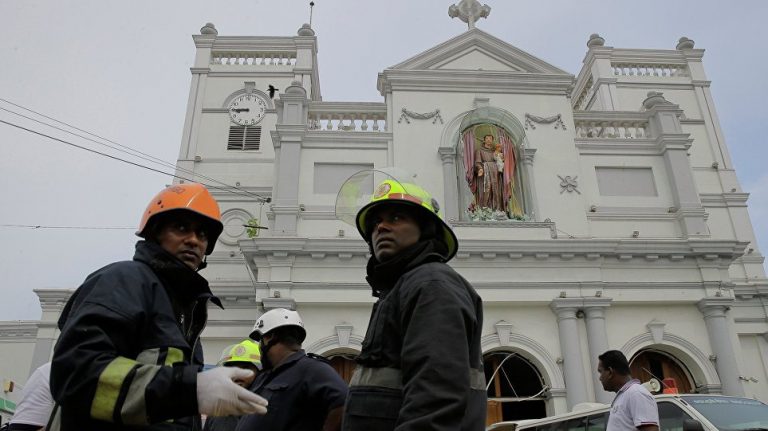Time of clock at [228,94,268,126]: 8:45
